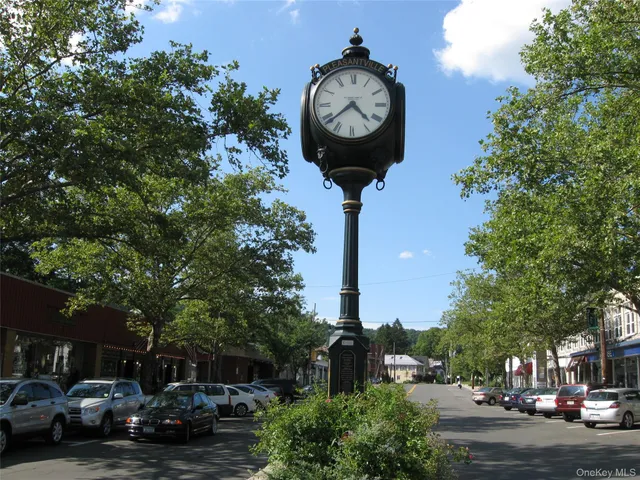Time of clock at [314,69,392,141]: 4:38
